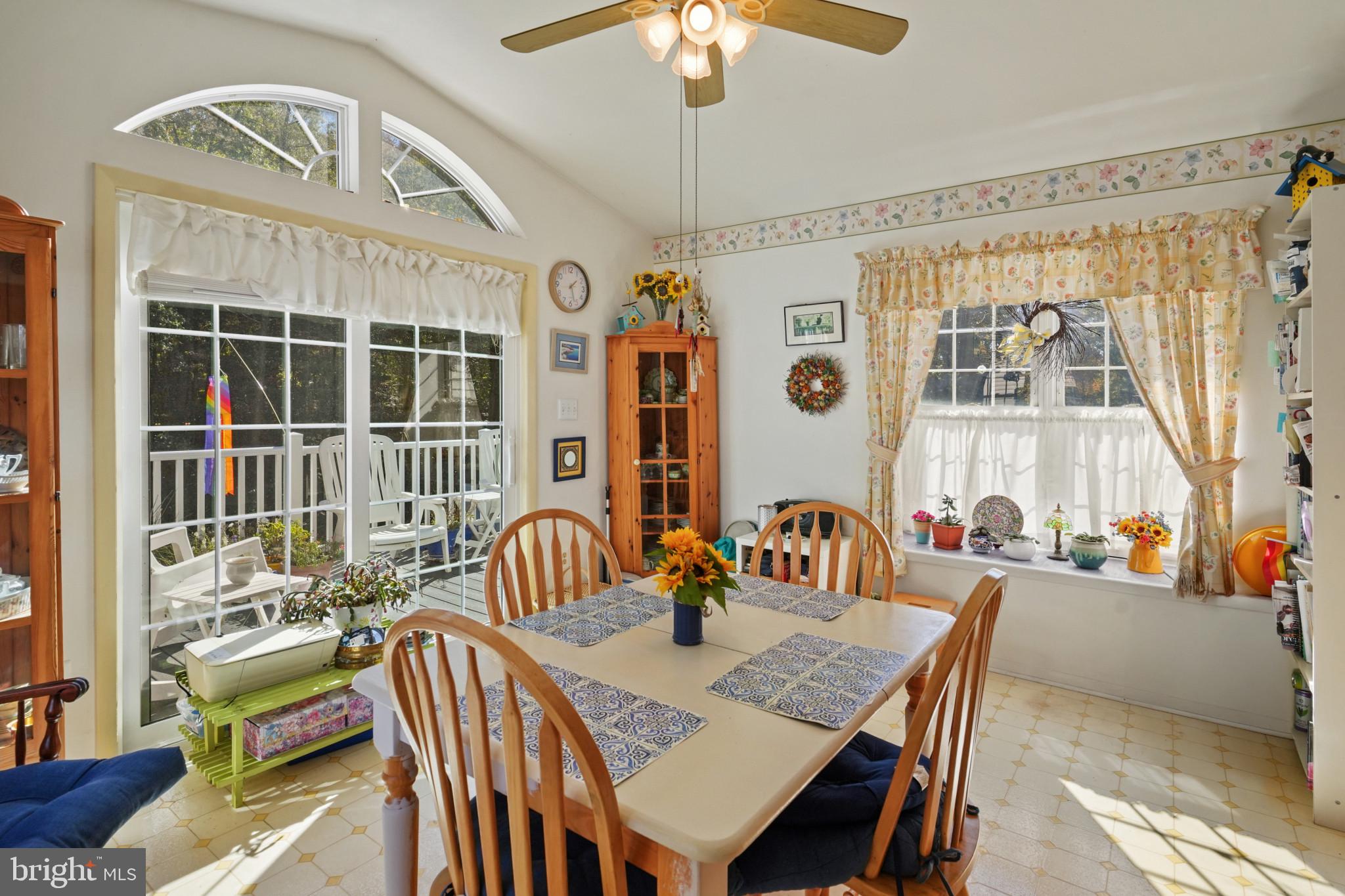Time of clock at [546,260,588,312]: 1:26
